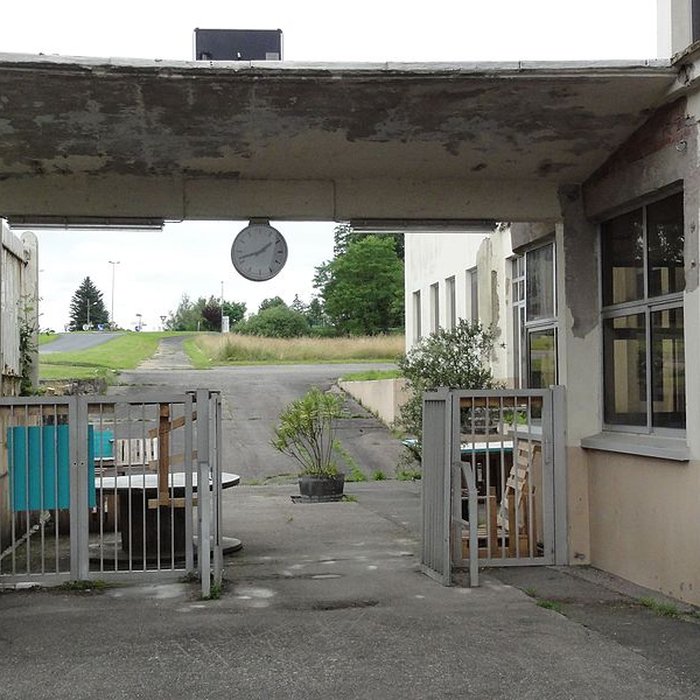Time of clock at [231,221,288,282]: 1:42
